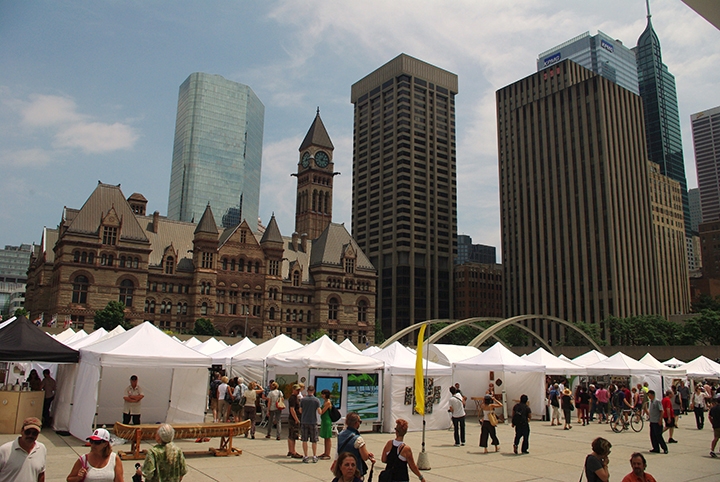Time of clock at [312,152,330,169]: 3:04
